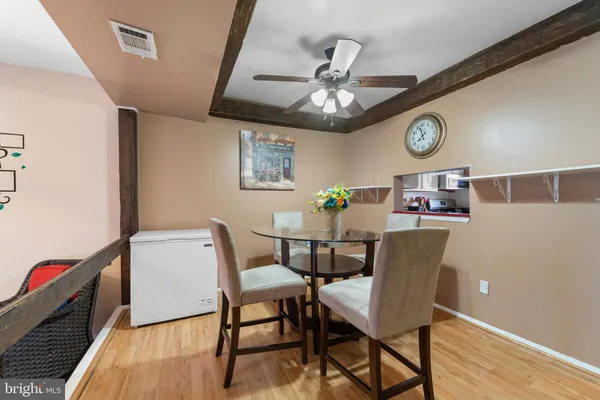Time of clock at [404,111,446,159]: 7:57
